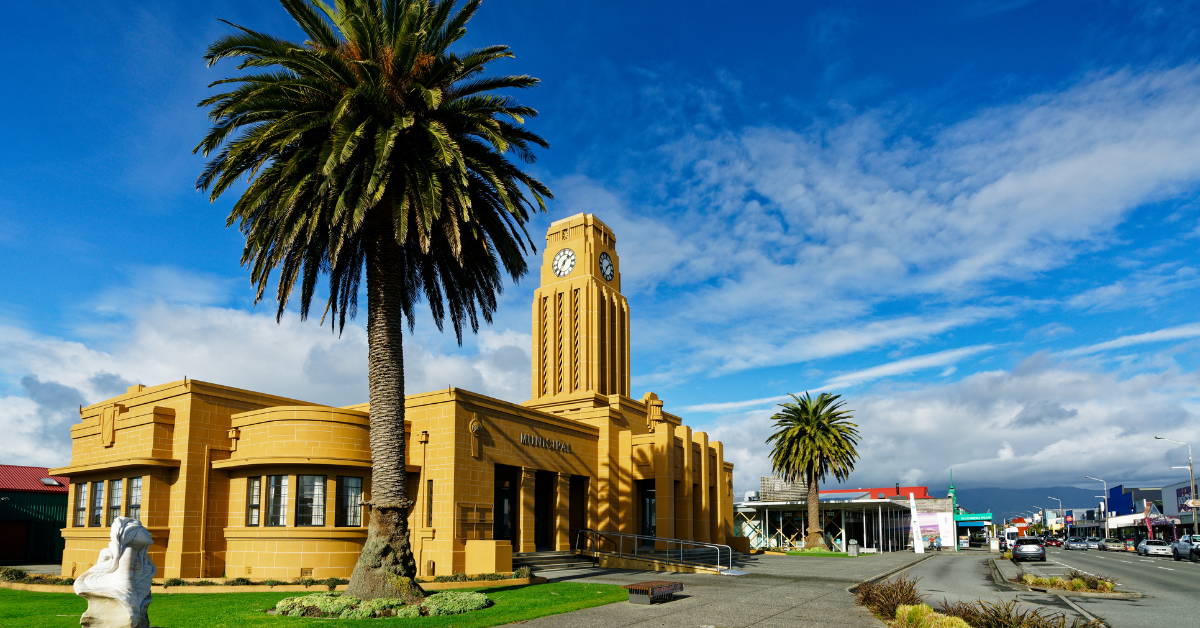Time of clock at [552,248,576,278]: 1:35
